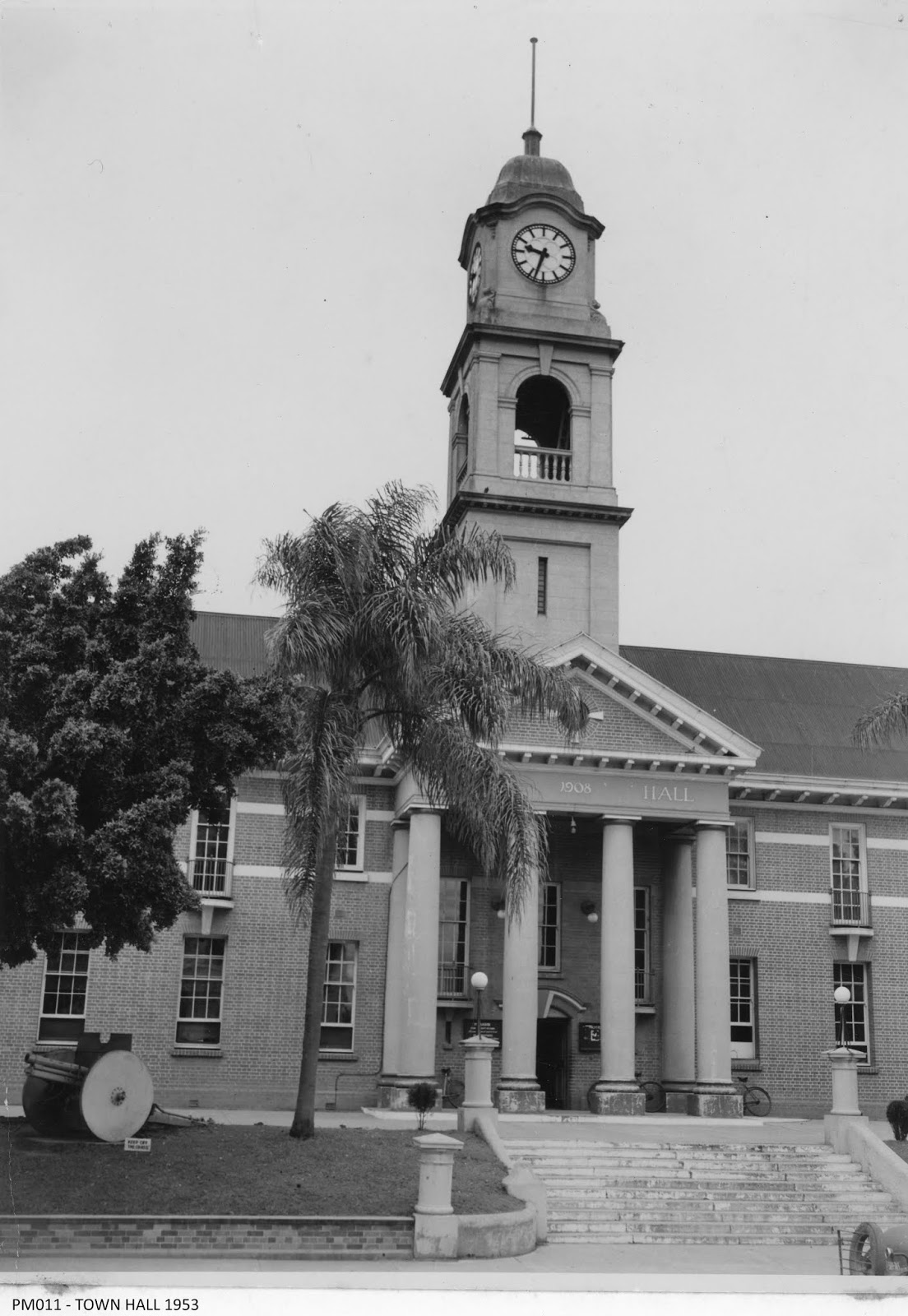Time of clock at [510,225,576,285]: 9:33
